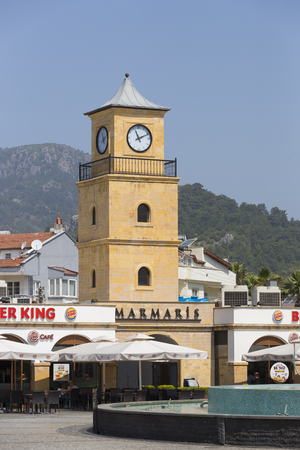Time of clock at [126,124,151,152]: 11:11
